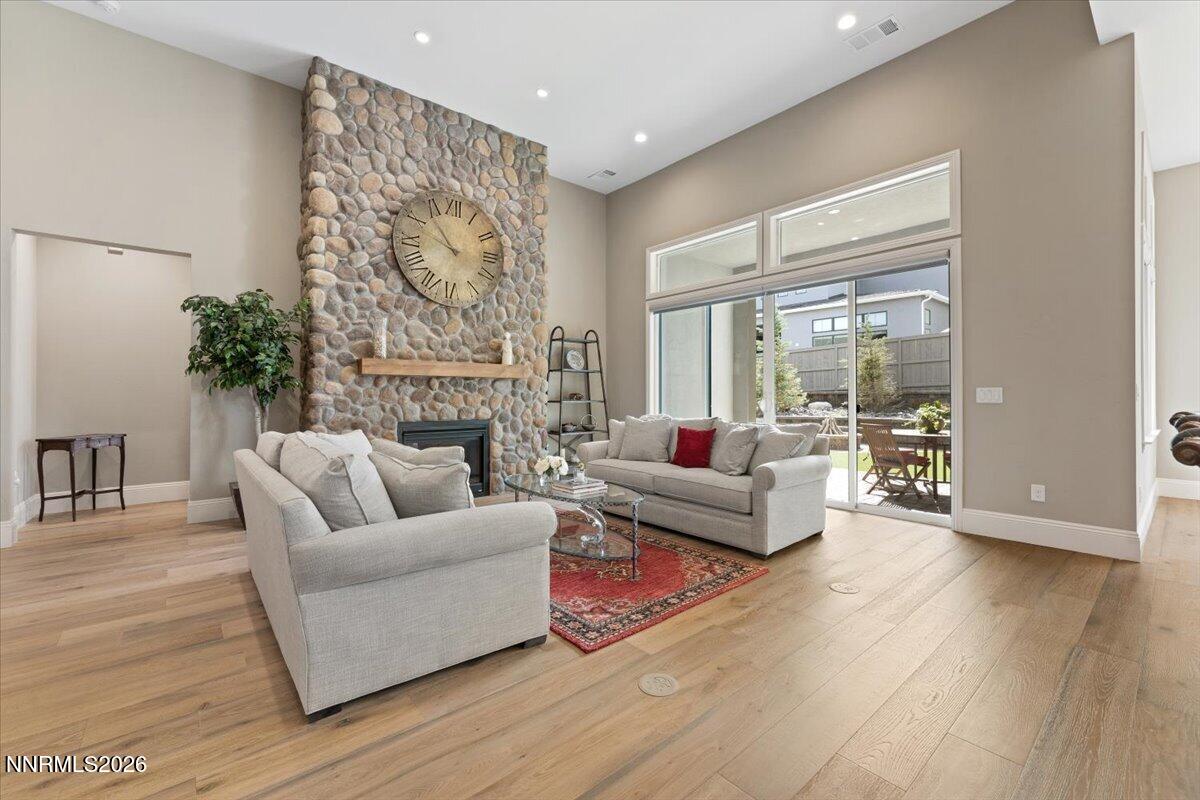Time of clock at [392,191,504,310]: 9:53
